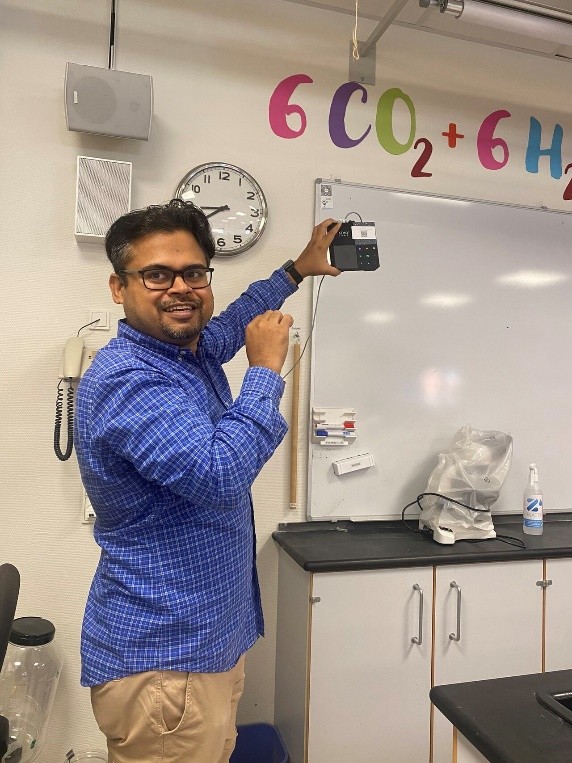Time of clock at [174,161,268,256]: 7:44
